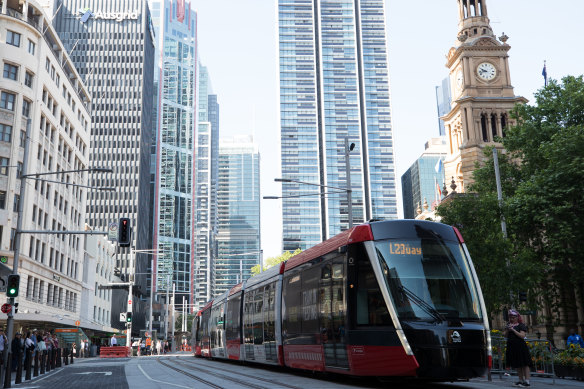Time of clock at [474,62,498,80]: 9:42
